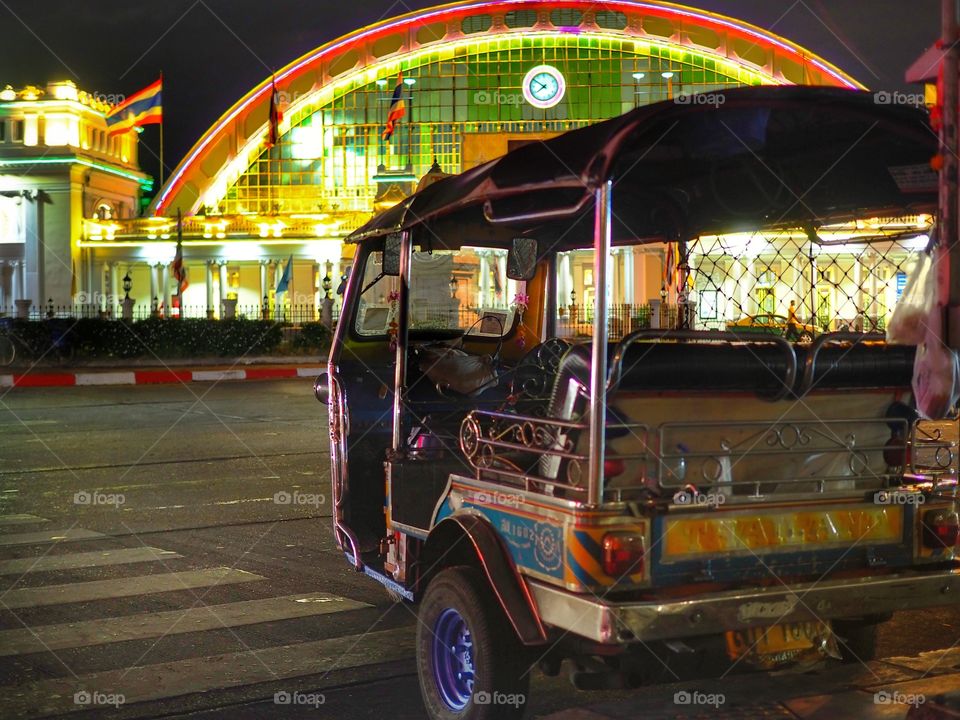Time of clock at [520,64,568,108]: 7:50
